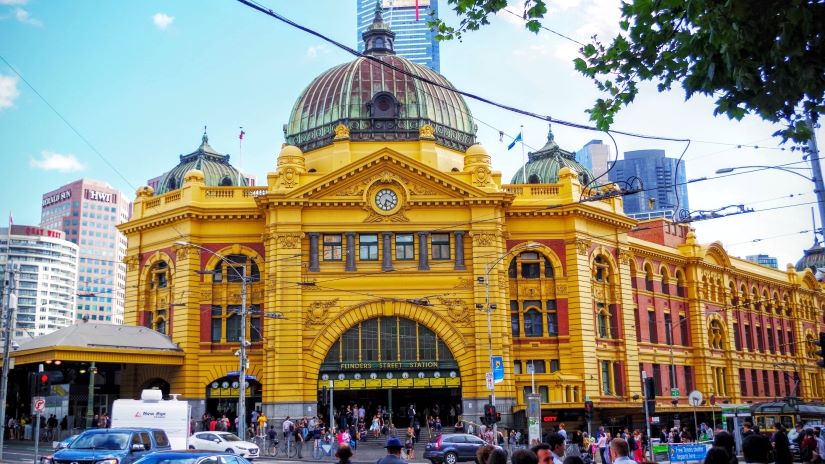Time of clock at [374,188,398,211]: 6:19
